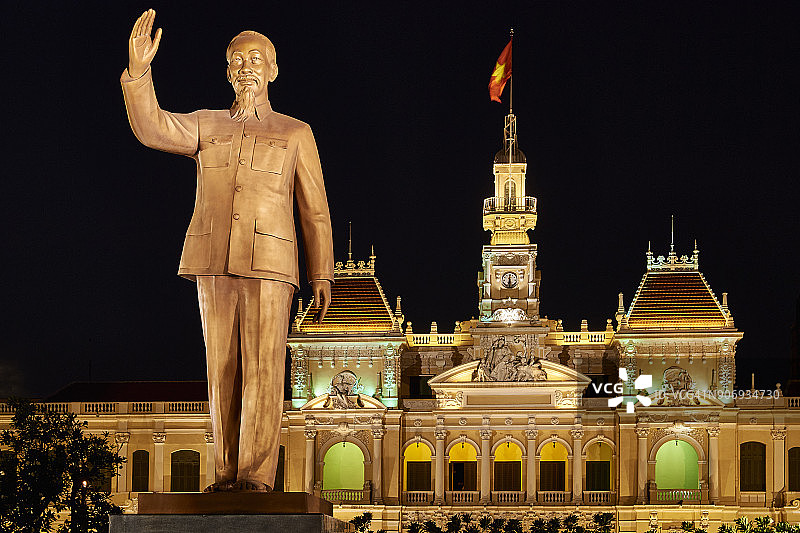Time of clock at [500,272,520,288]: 6:29
